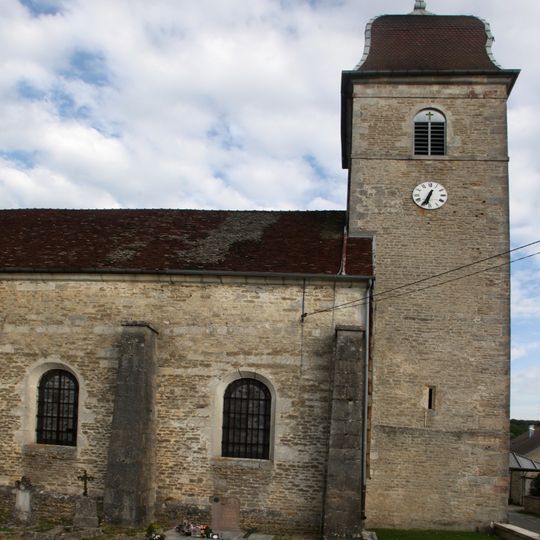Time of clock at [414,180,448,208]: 6:34
